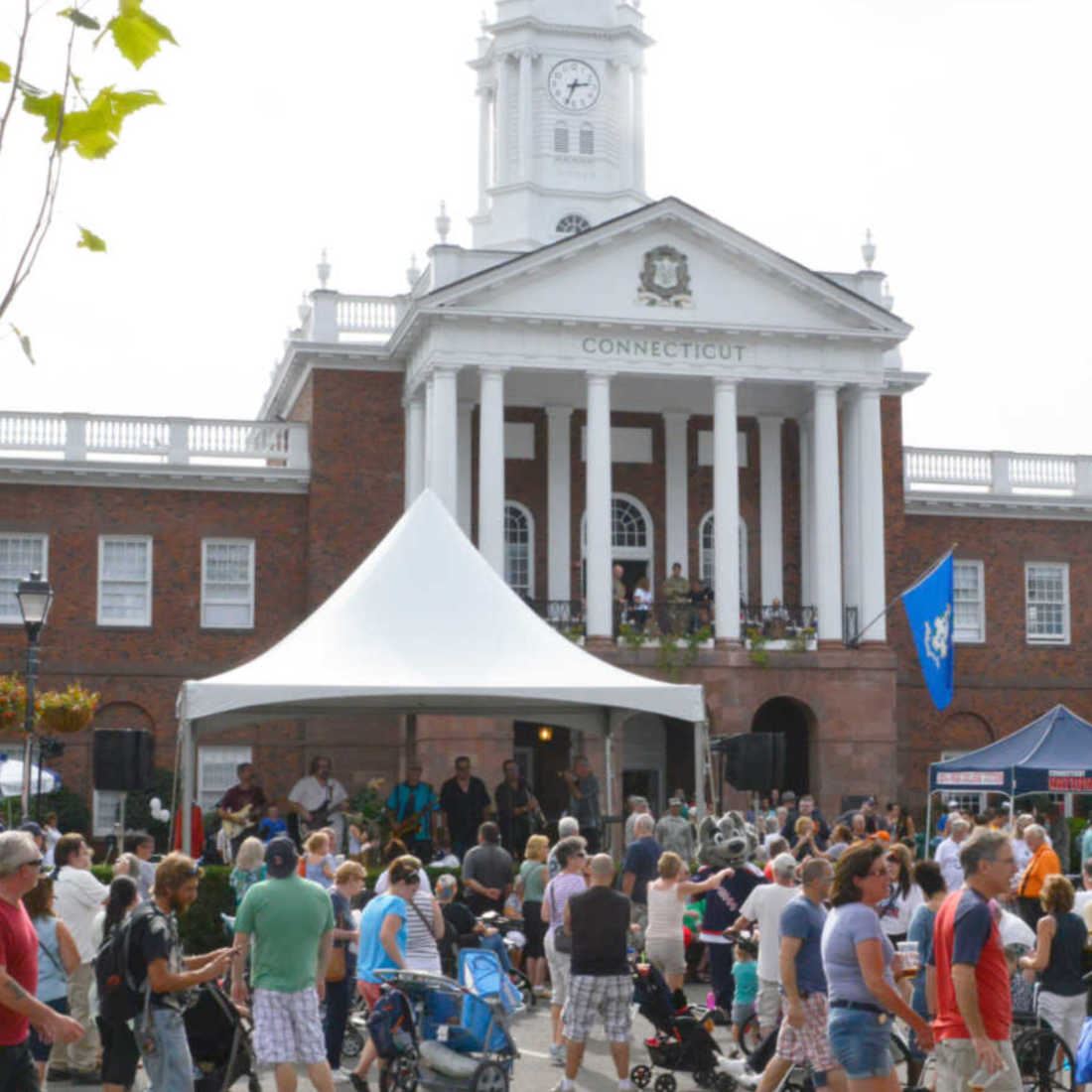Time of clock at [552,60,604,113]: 2:33
